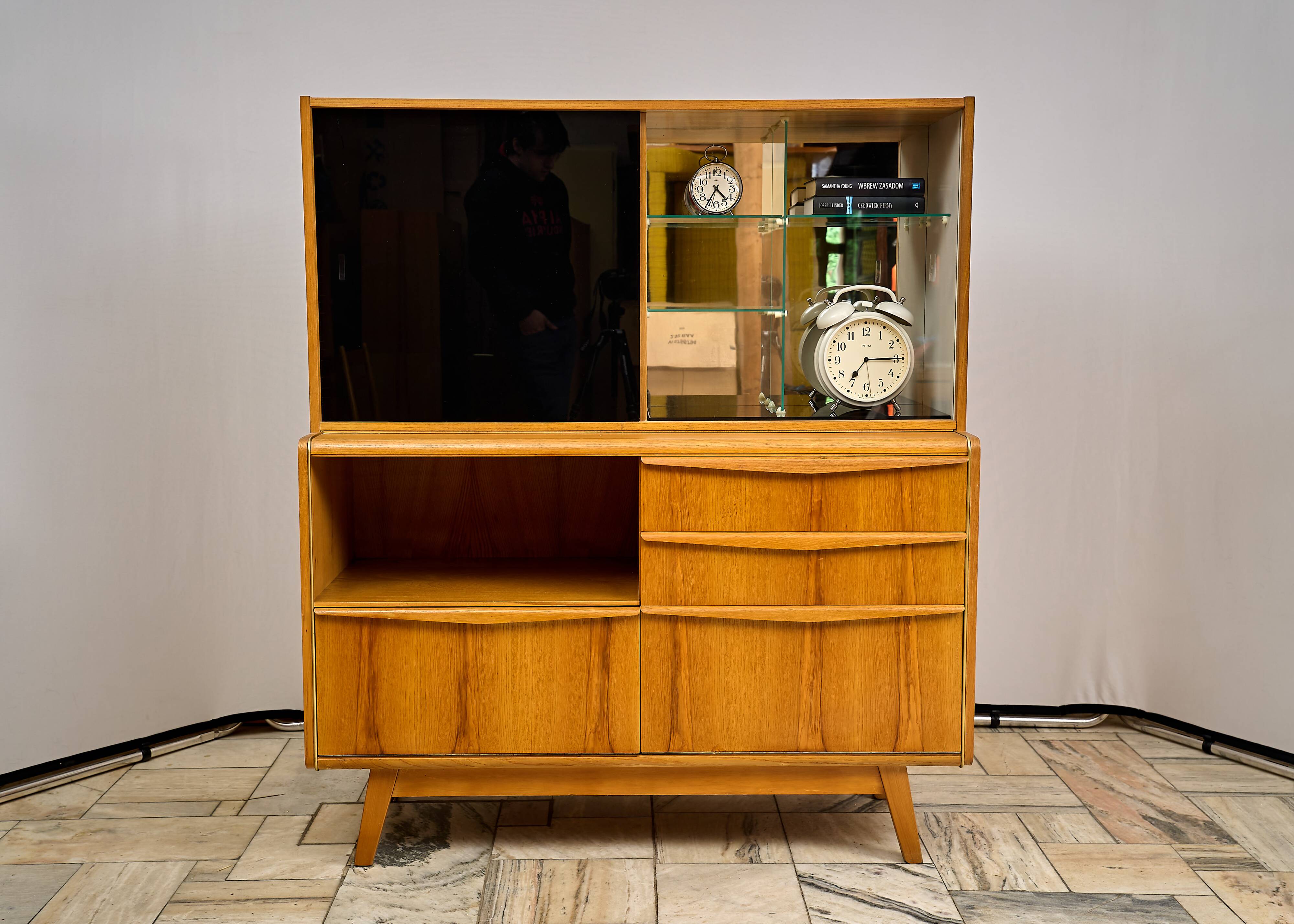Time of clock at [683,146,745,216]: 4:35
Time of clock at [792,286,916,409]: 7:15
